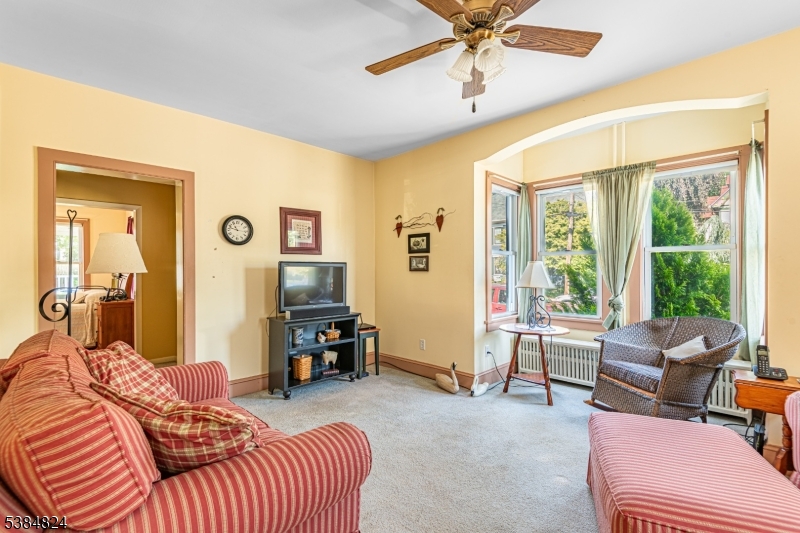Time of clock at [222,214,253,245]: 10:47
